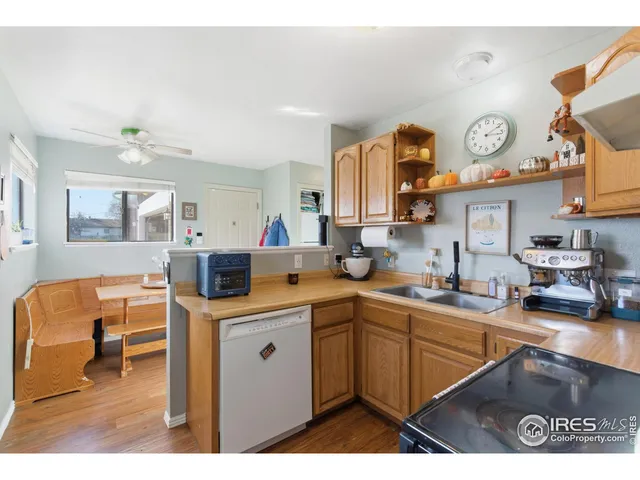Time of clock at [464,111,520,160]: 3:10
